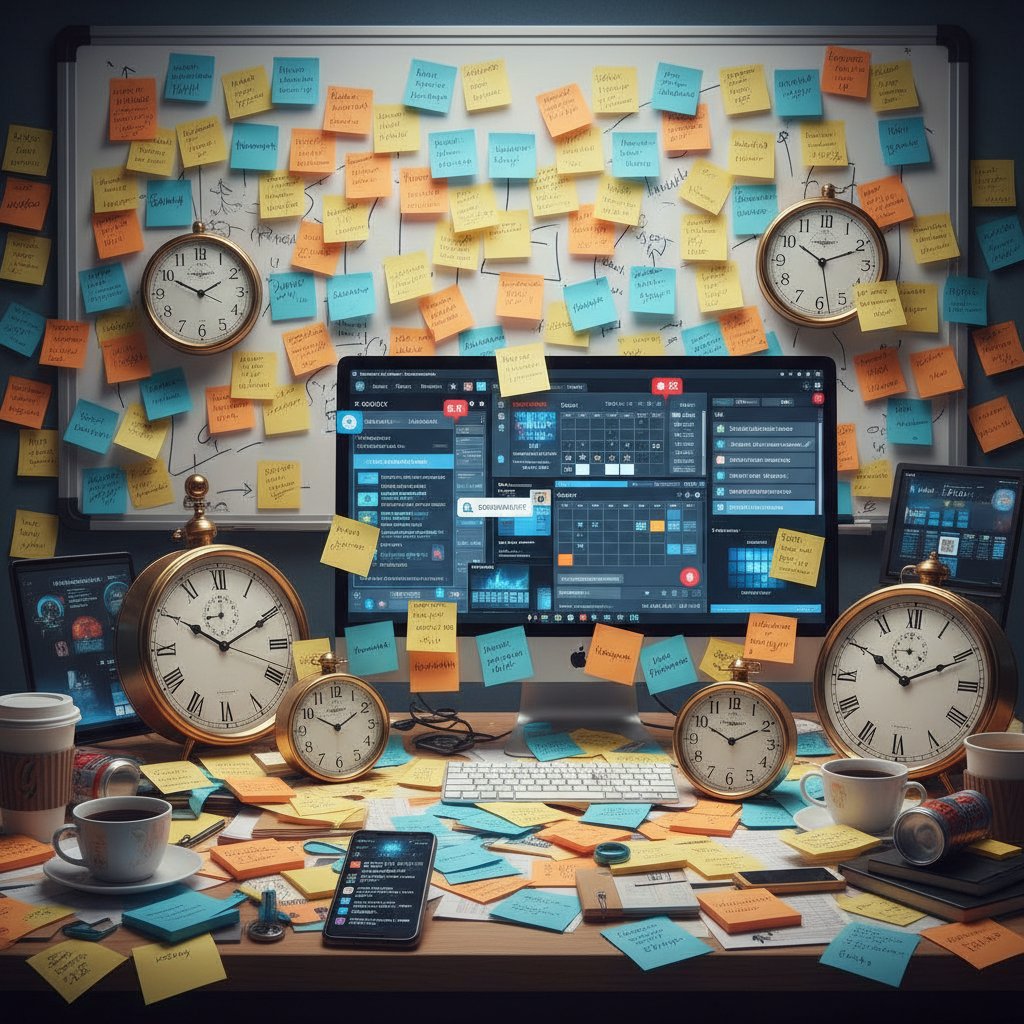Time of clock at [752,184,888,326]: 10:11
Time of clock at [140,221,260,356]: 1:49
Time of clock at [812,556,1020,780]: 10:10
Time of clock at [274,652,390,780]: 10:09
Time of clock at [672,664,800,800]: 10:10
